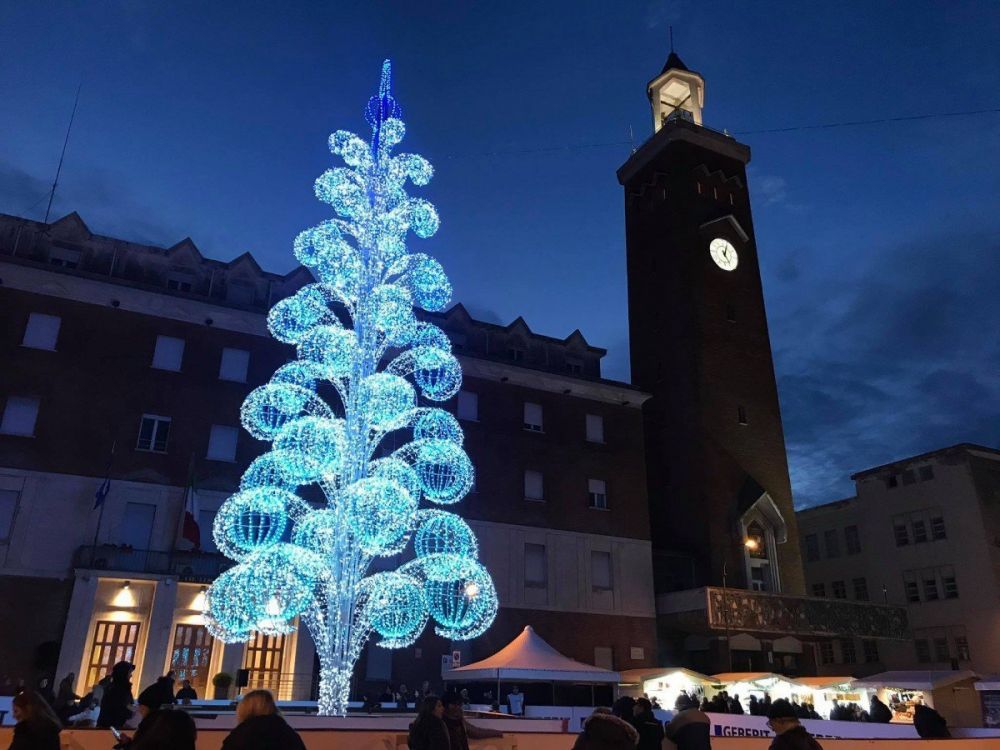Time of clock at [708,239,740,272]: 5:03
